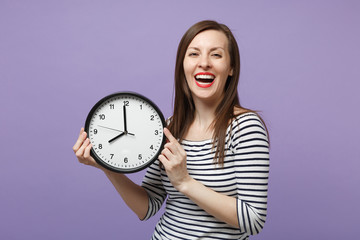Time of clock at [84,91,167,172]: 7:59
